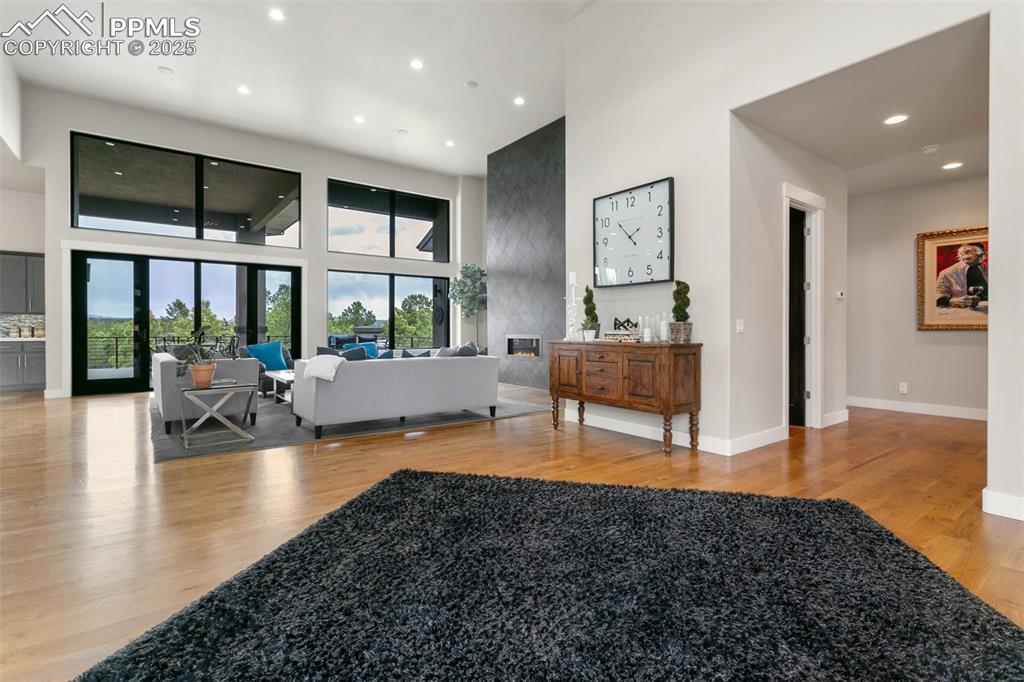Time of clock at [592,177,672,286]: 1:52
